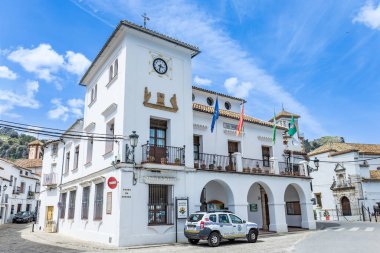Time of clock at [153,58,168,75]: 3:32
